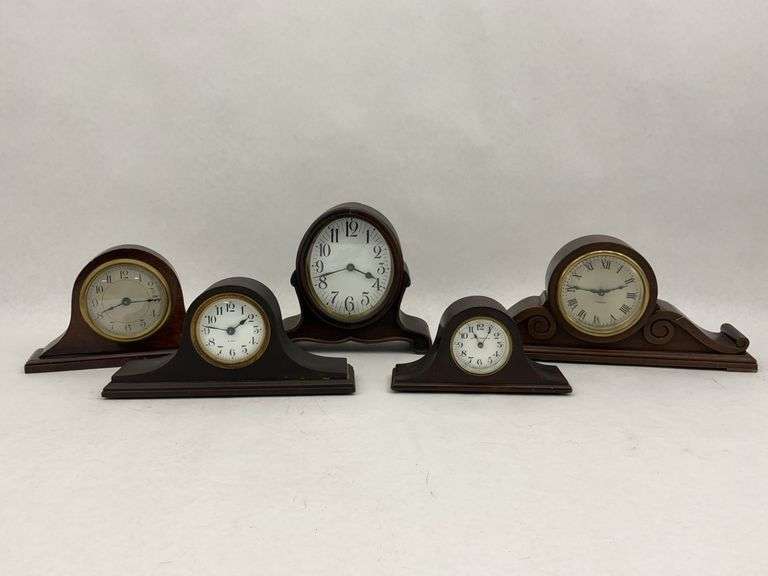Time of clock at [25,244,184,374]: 8:15
